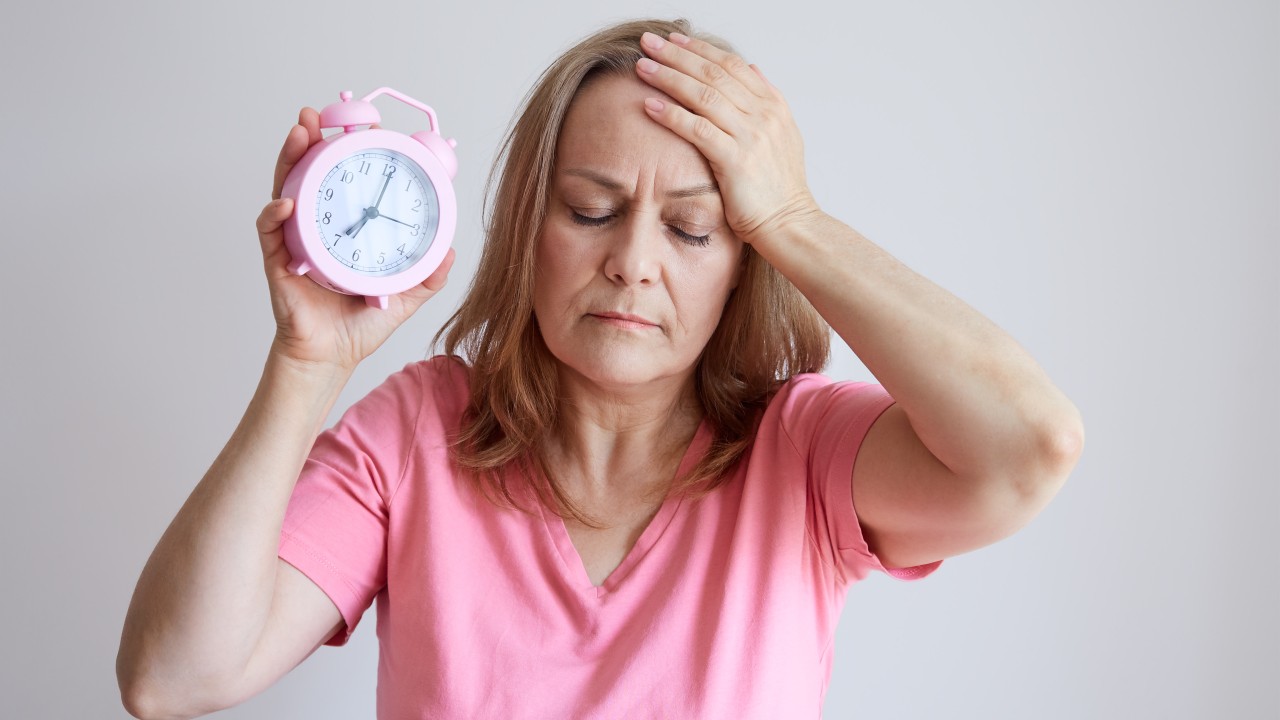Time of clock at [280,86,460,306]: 7:01
